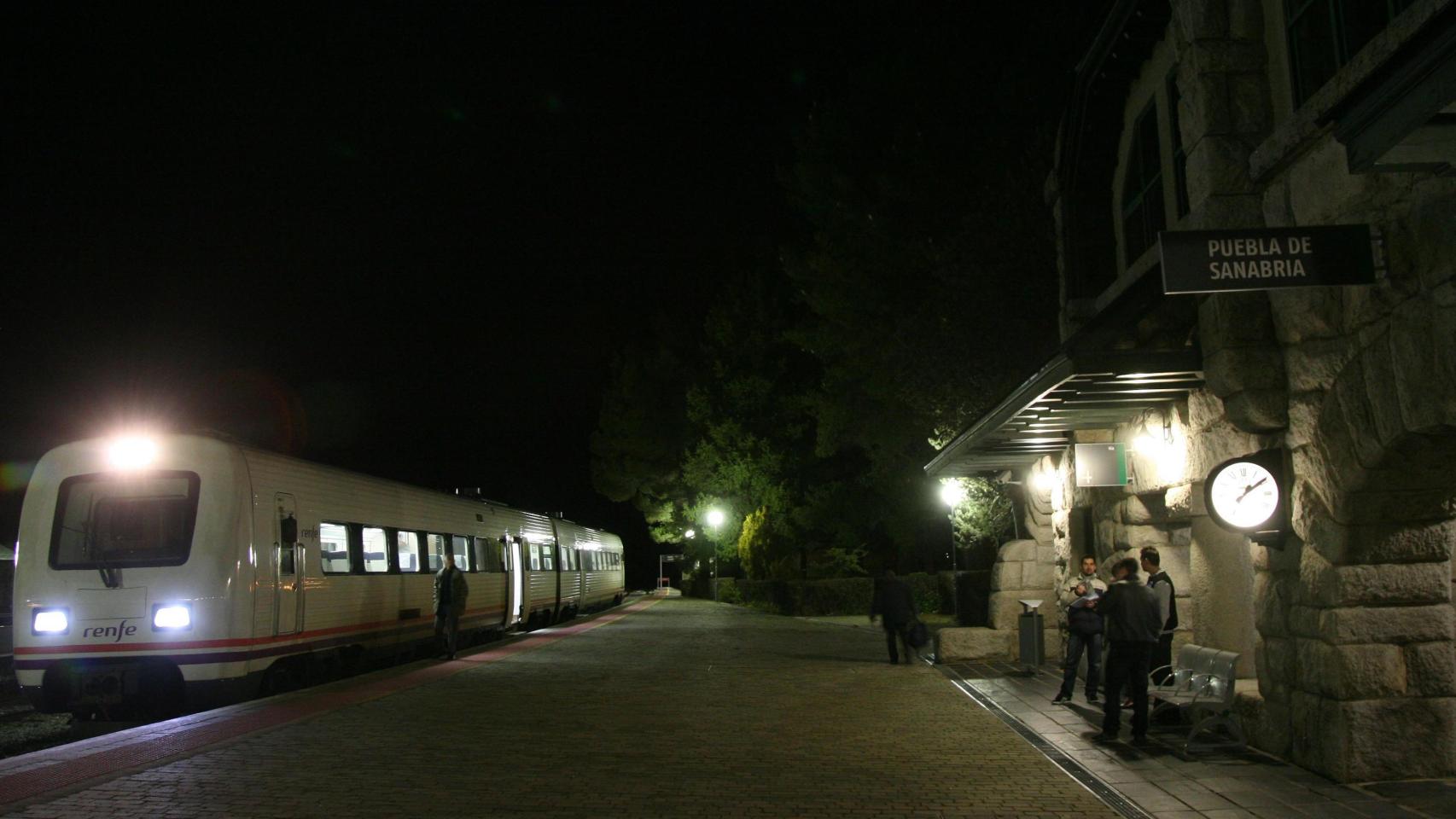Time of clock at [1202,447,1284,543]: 1:09
